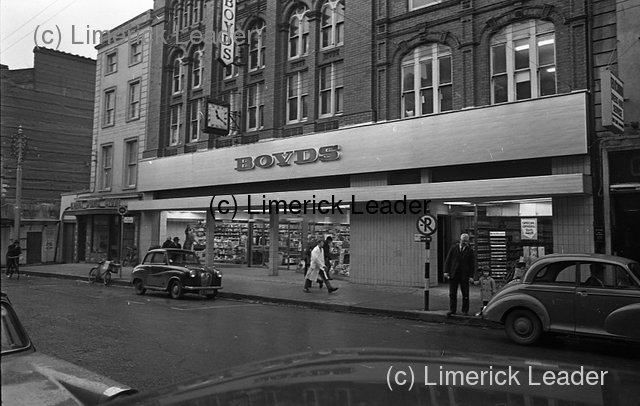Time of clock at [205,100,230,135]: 11:19
